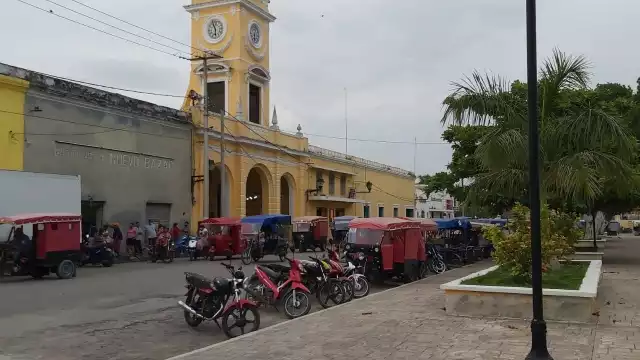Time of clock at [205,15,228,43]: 5:55
